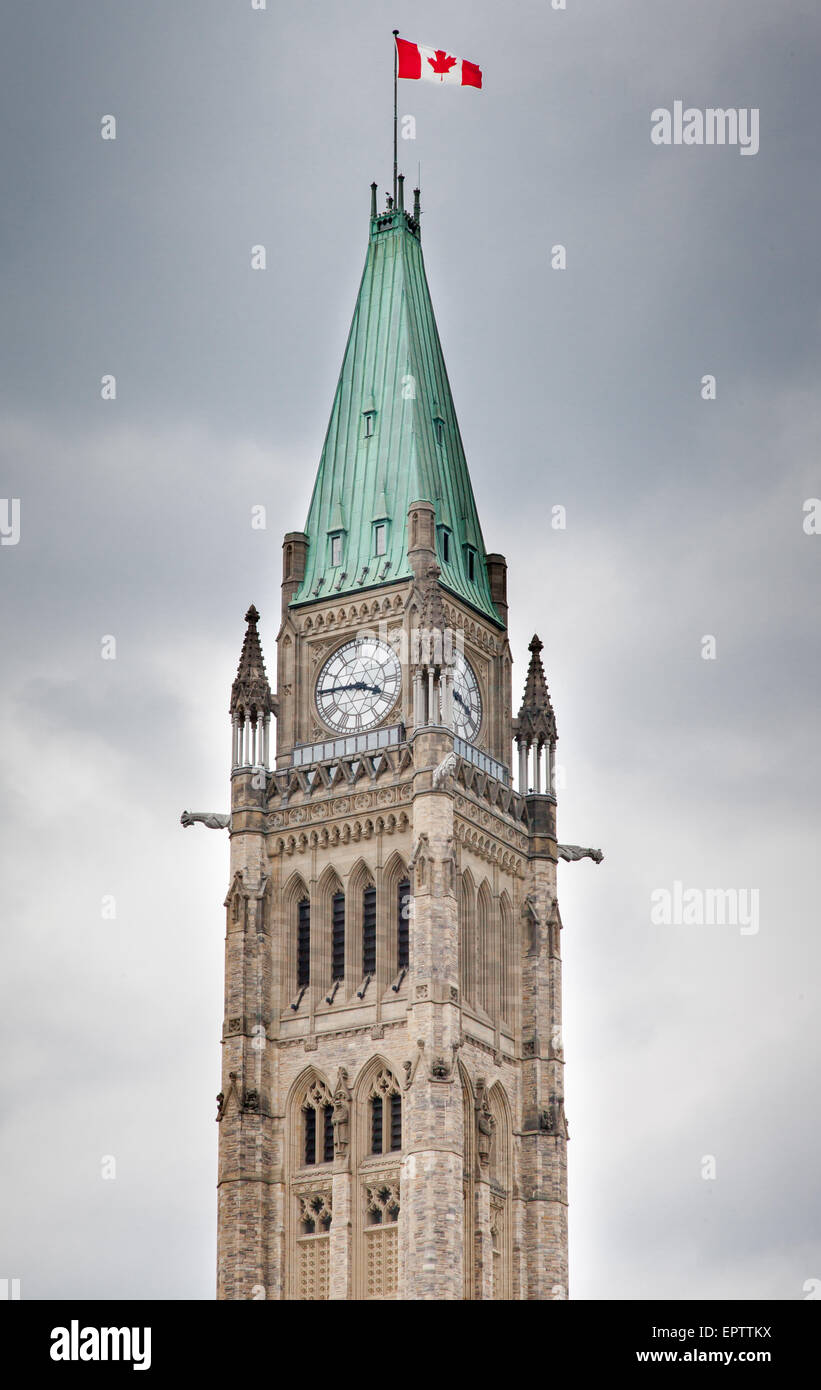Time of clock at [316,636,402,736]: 3:45
